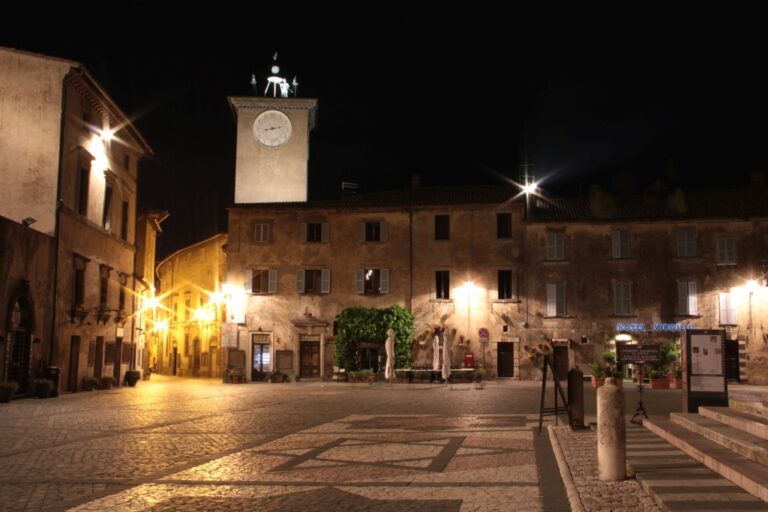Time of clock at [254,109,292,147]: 8:12
